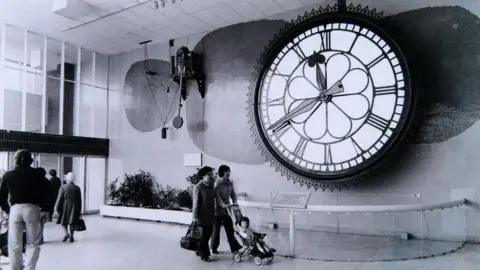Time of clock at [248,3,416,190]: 11:40
